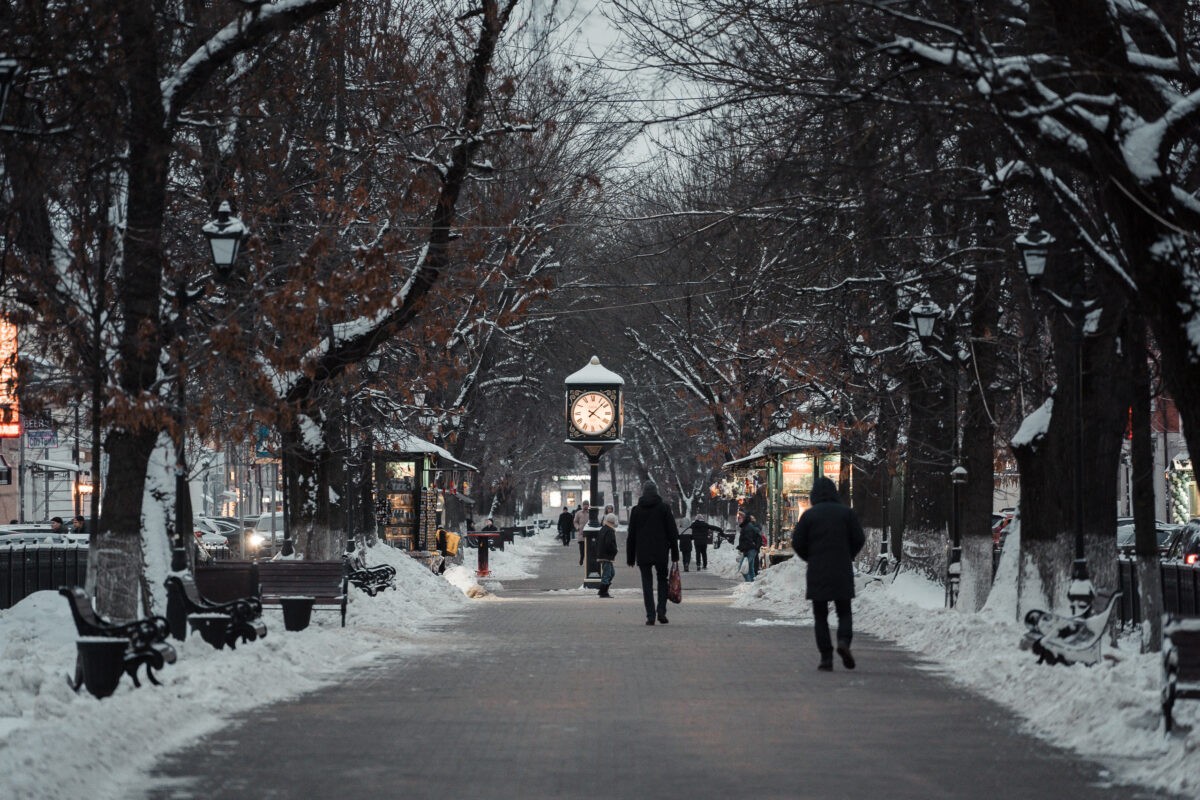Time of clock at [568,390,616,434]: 4:07
